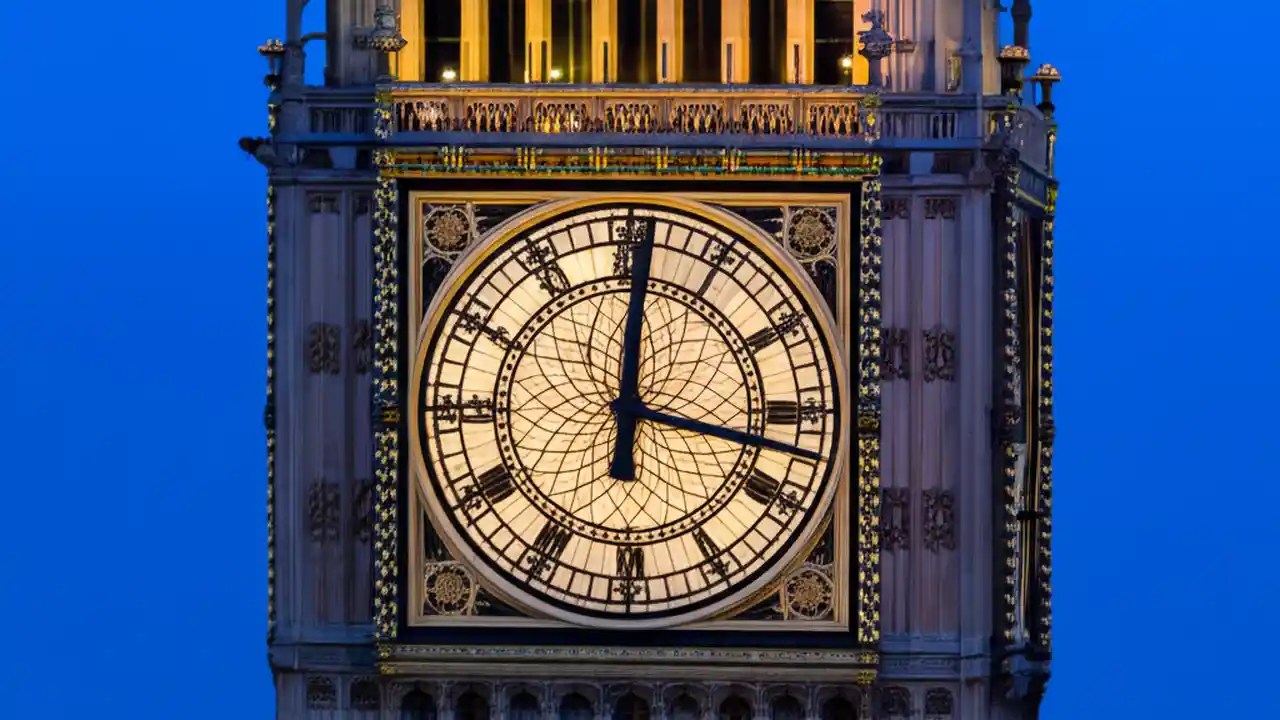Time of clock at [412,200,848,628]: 12:16
